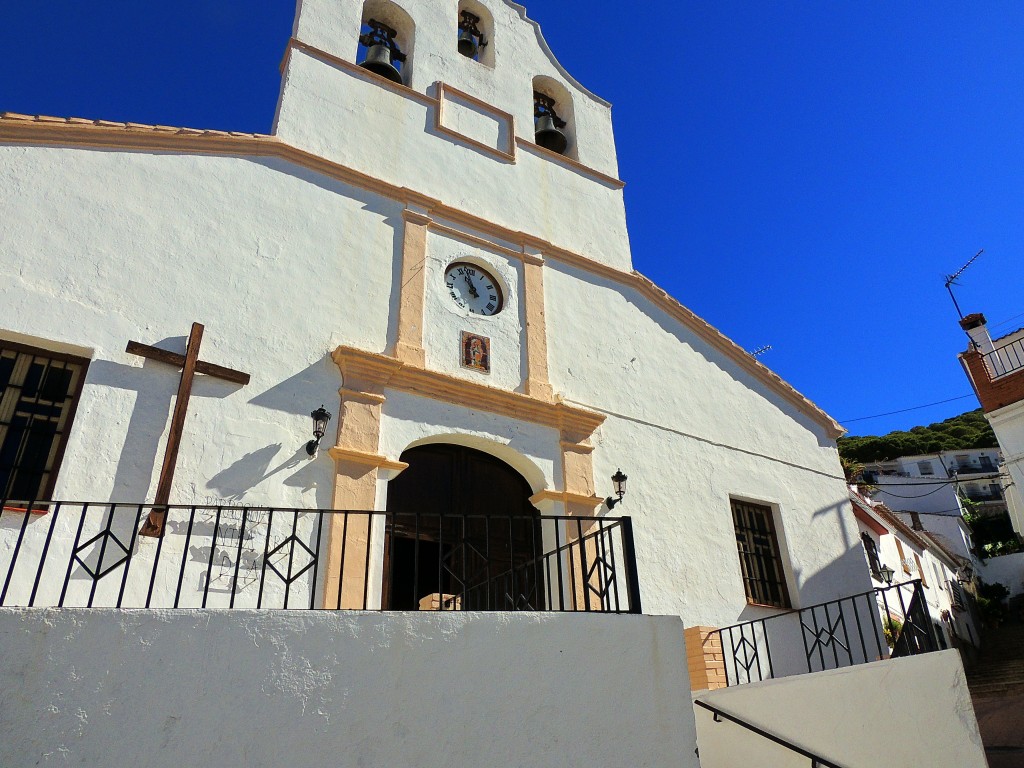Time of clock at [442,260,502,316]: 10:57
